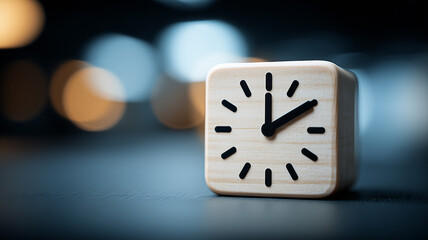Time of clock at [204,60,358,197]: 12:09
